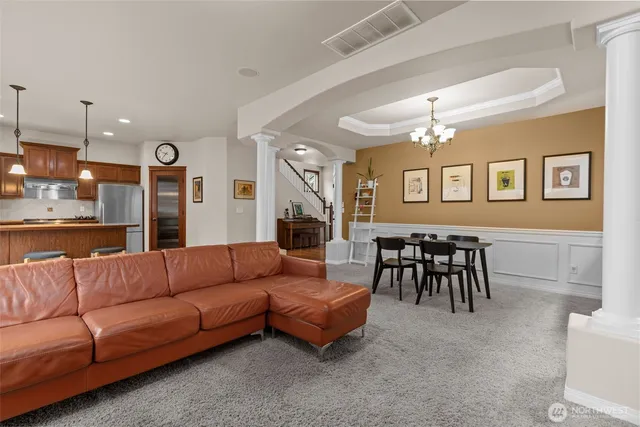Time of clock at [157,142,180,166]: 9:36
